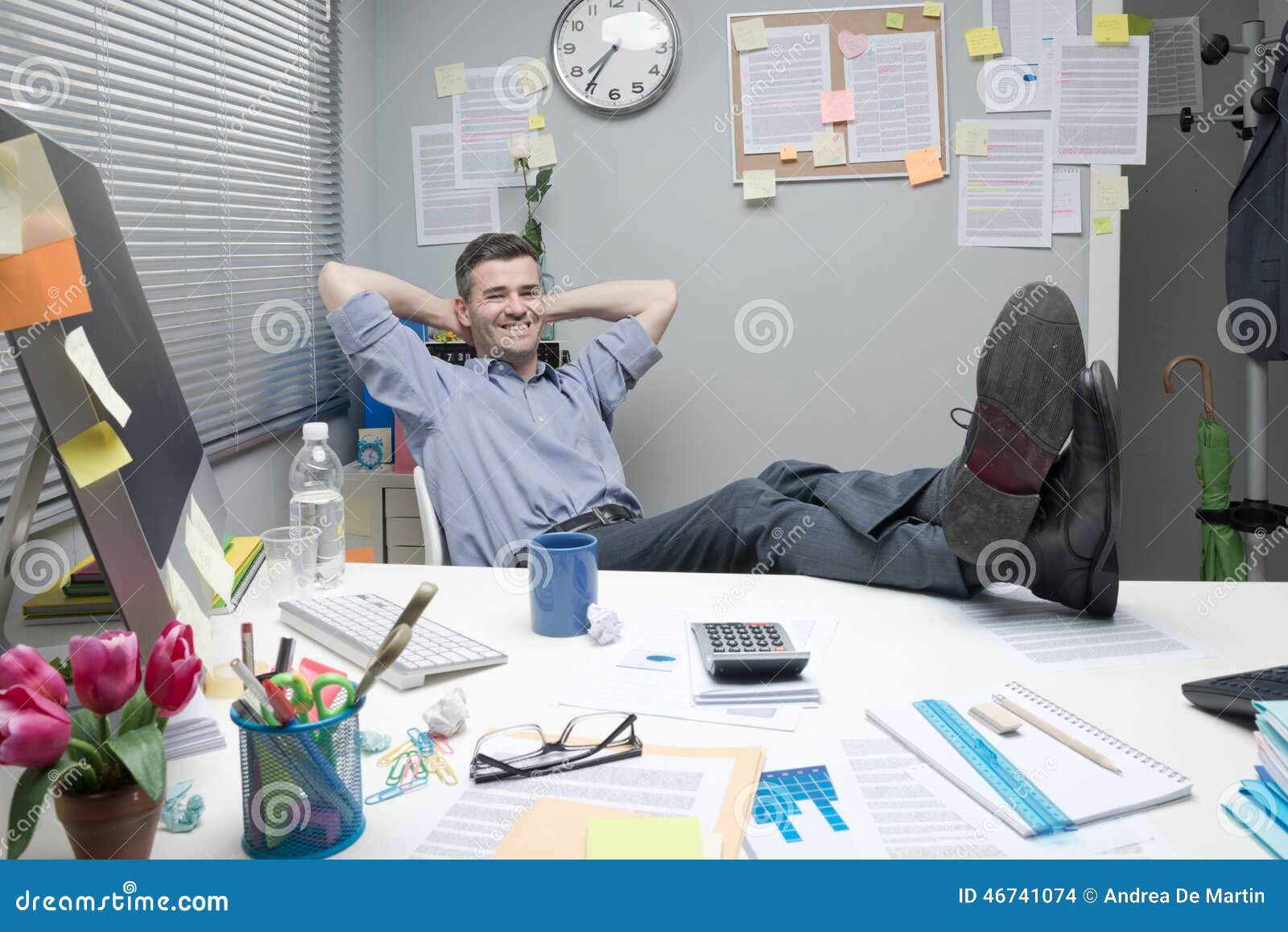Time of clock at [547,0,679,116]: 7:35
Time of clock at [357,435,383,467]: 4:03
